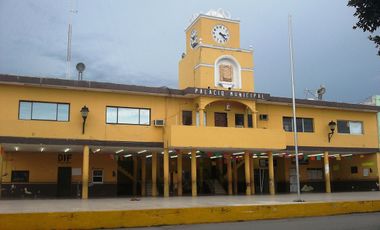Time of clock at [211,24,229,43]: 3:22
